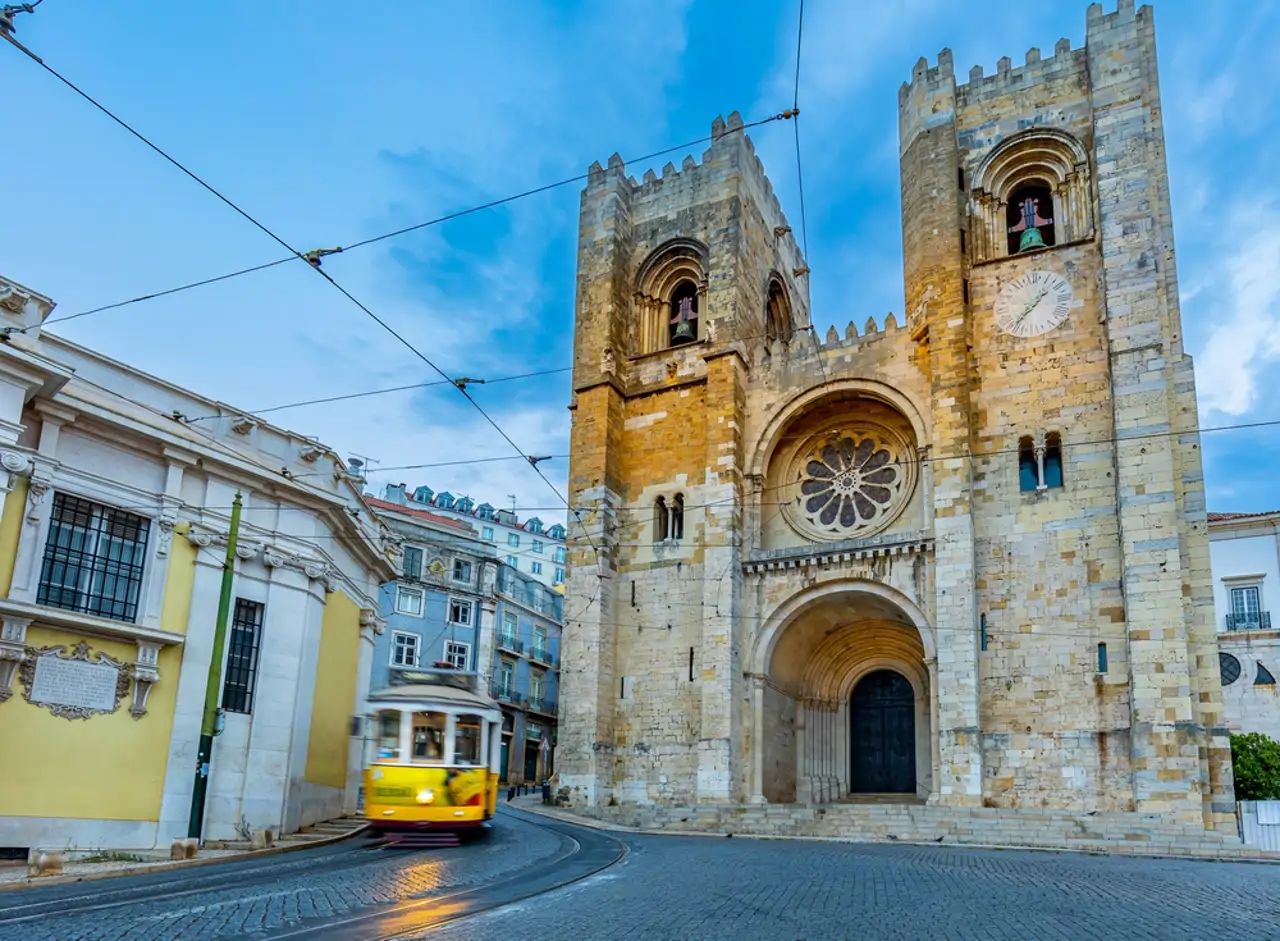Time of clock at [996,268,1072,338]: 1:37
